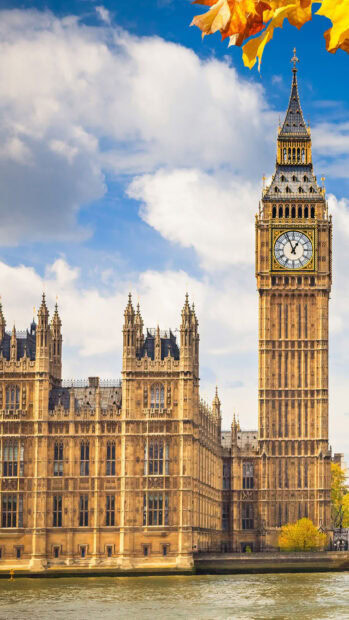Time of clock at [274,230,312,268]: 12:56
